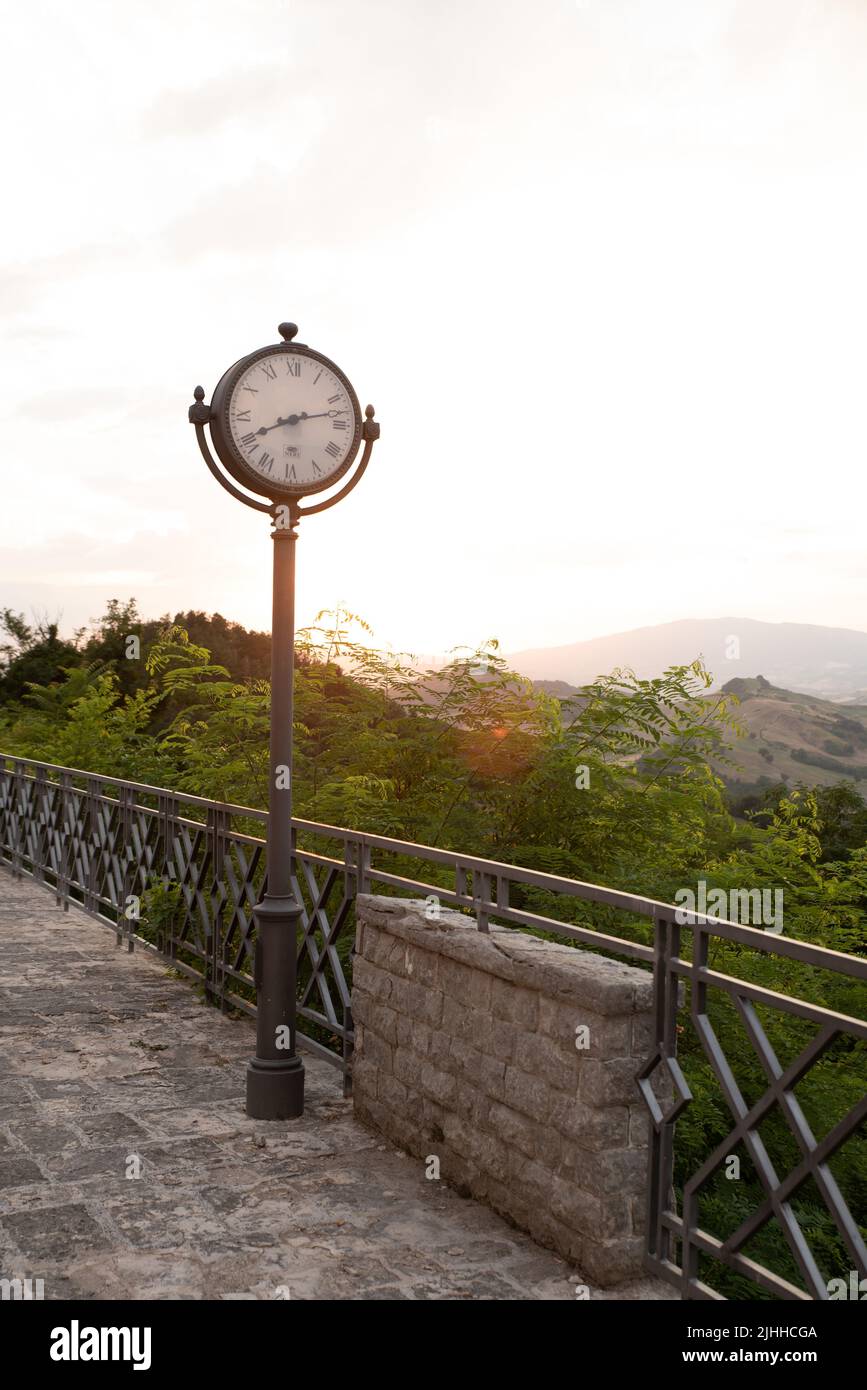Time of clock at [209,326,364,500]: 8:12
